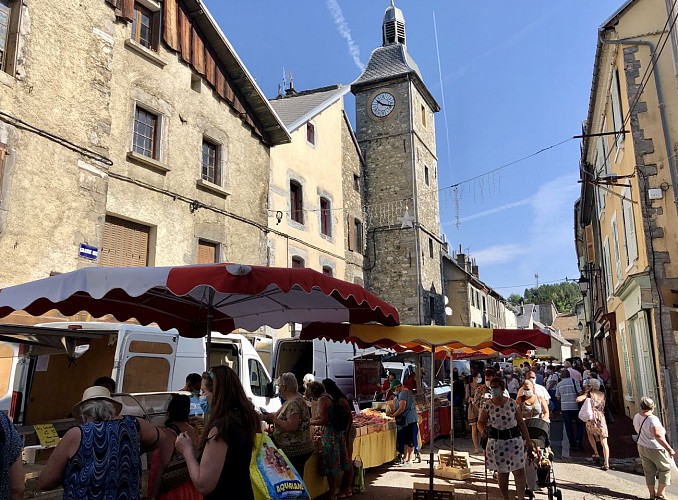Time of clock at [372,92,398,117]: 10:17
